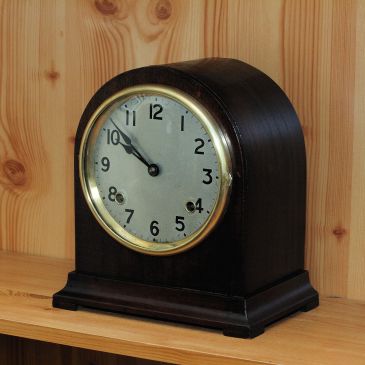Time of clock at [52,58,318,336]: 9:51
